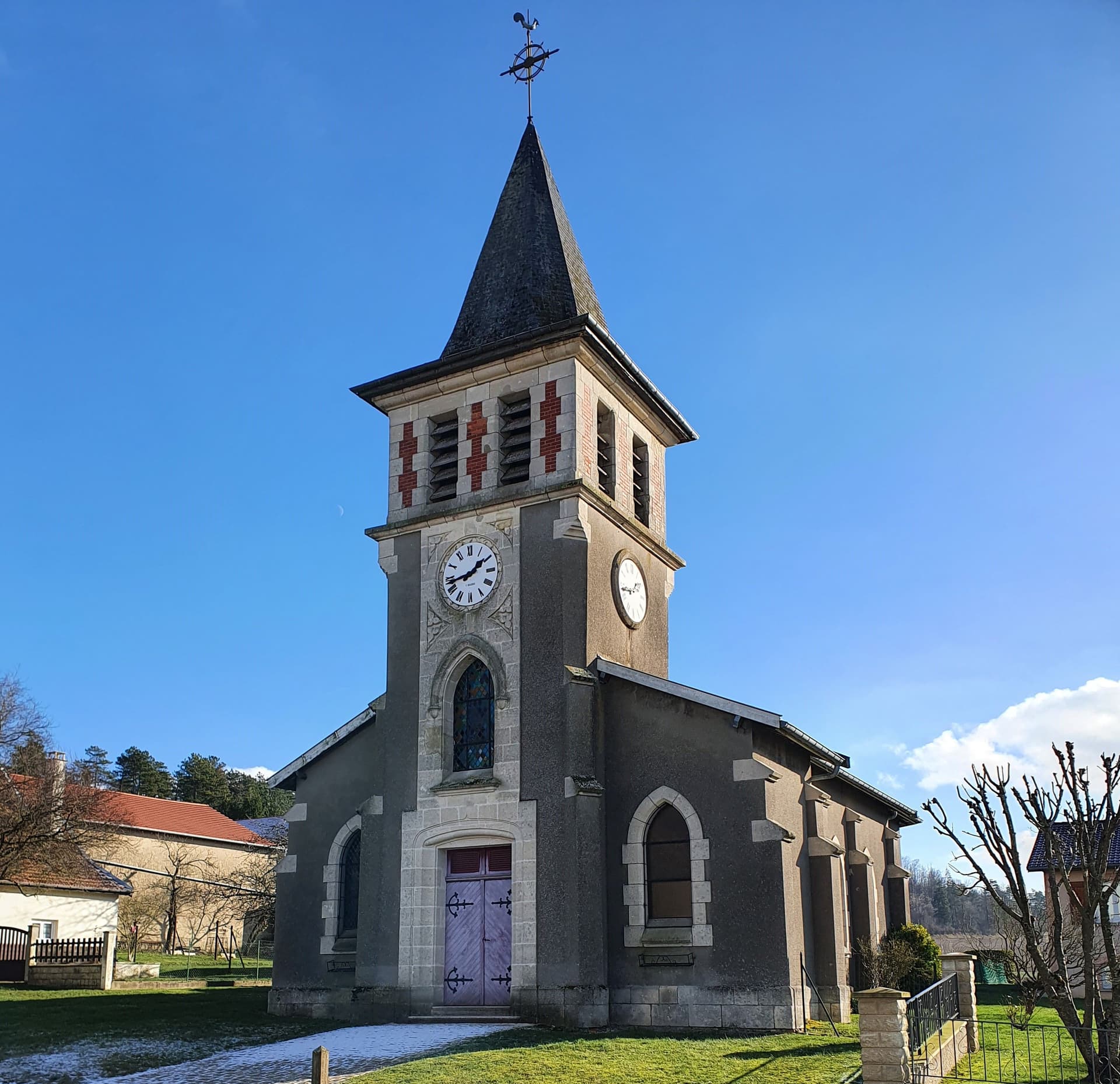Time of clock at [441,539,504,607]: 1:43
